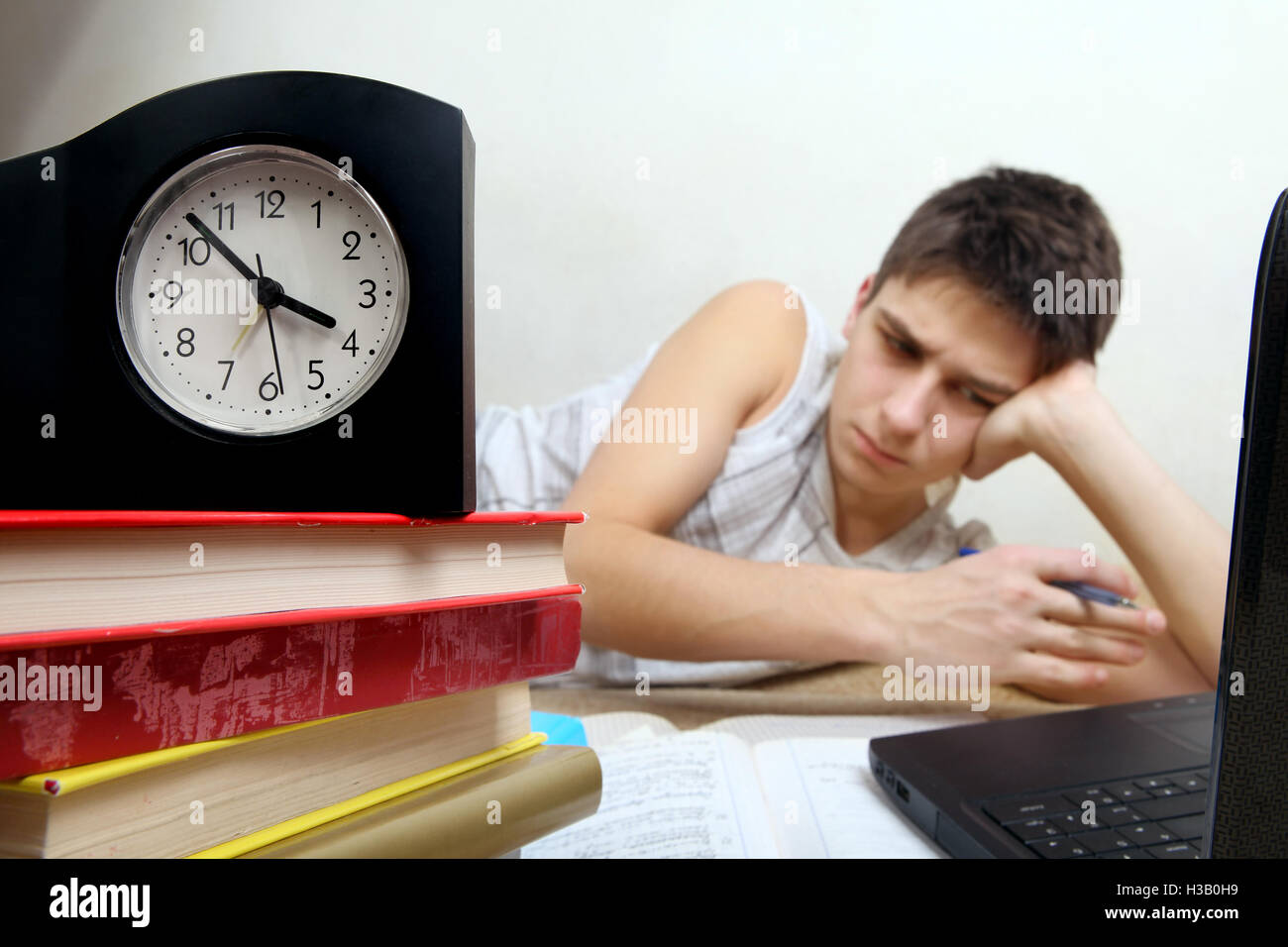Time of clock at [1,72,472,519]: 3:52
